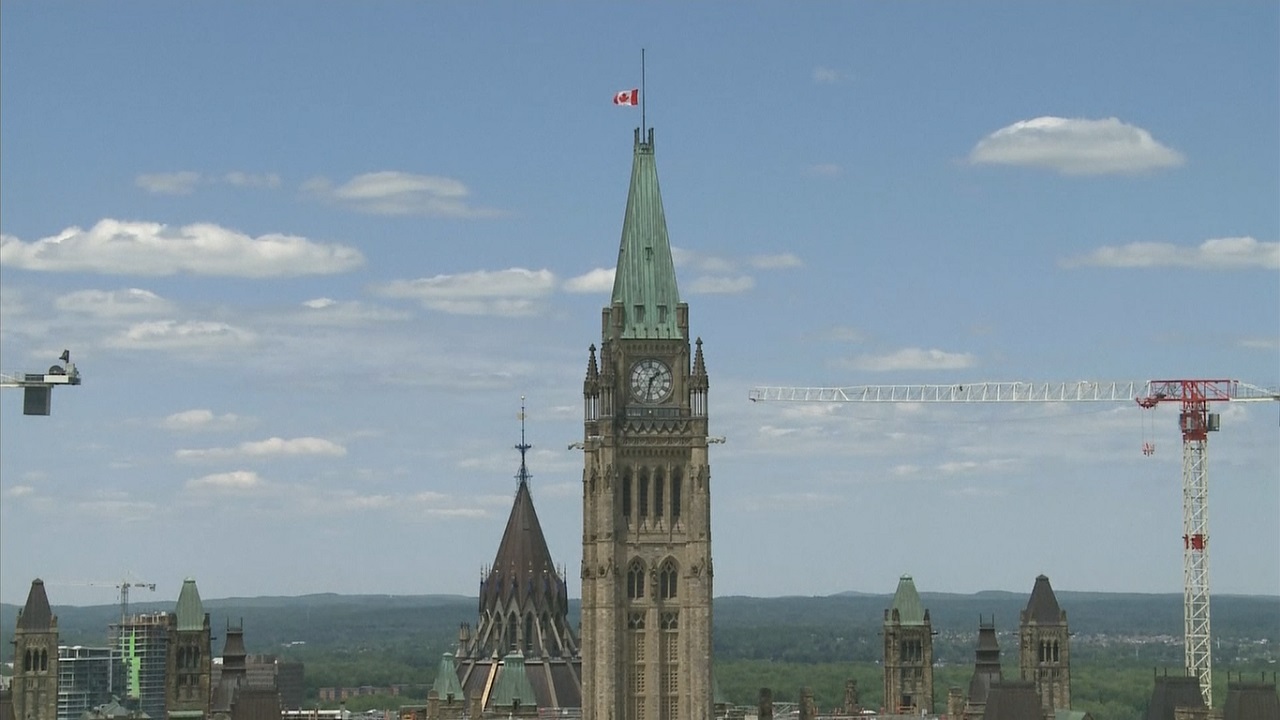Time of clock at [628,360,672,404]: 1:32
